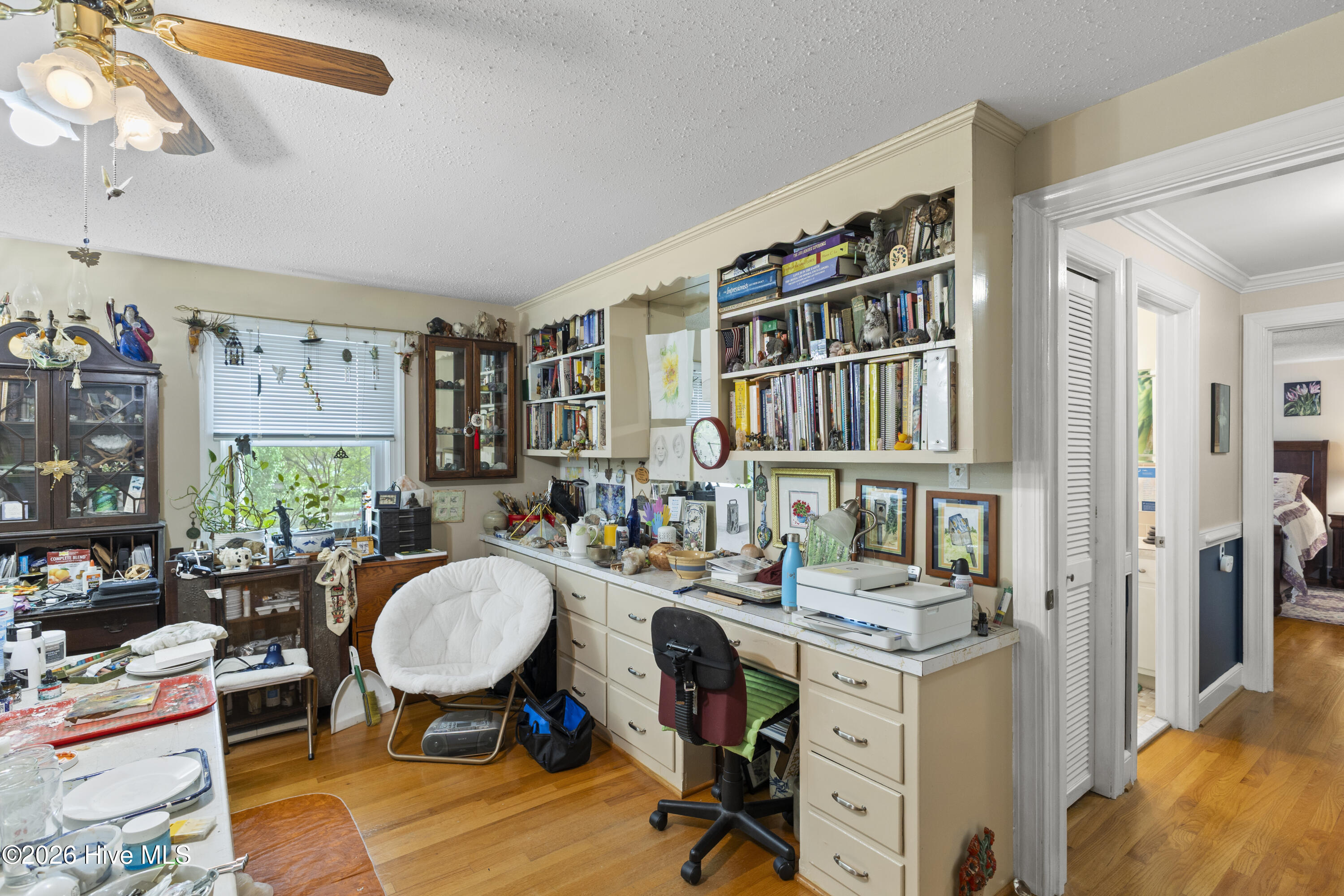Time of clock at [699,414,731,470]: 5:15
